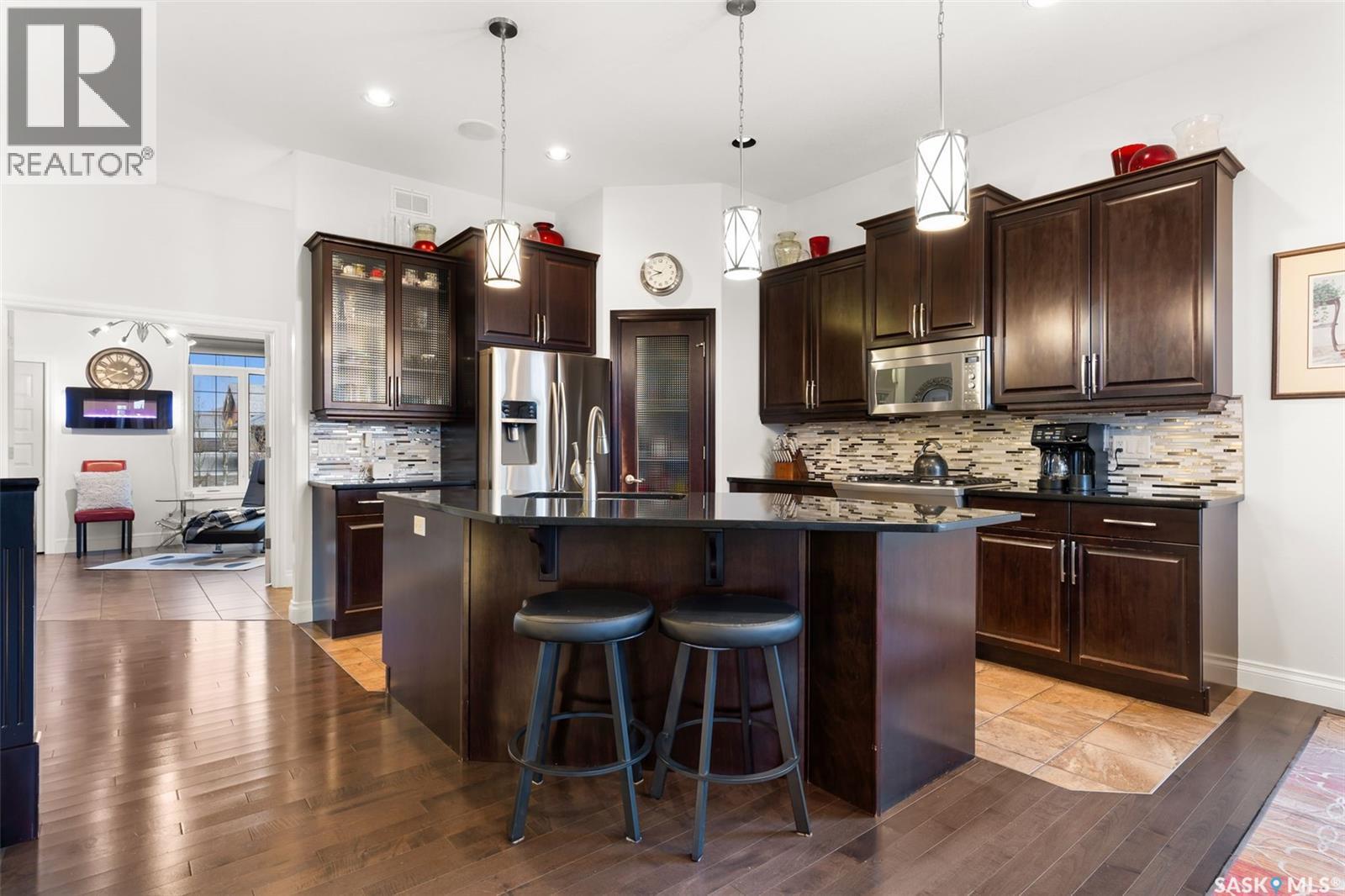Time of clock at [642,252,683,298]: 9:42
